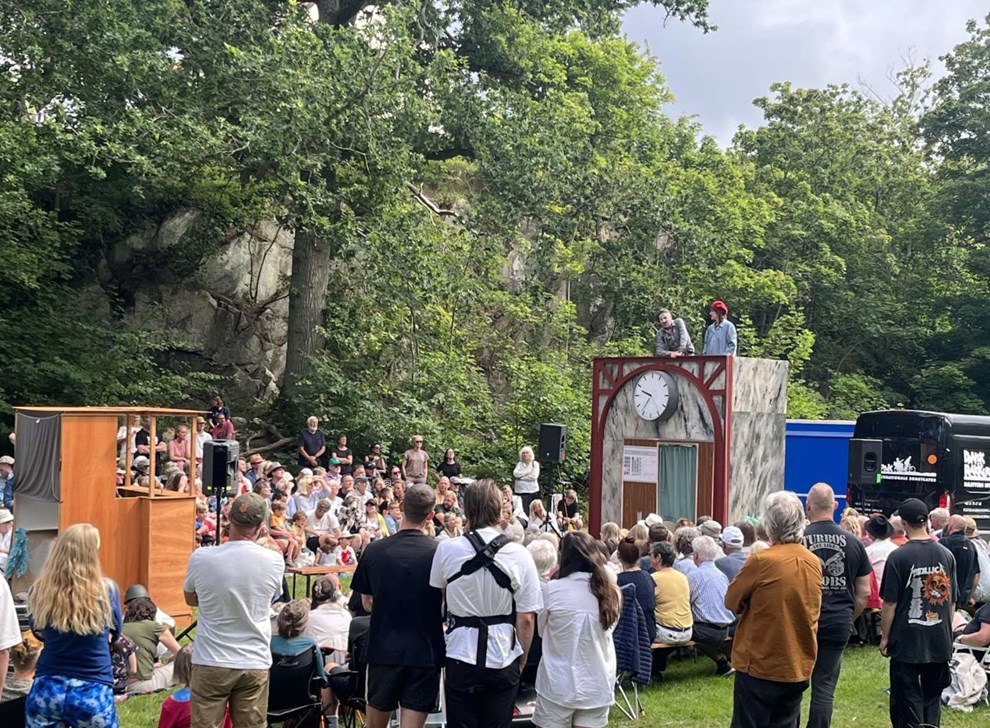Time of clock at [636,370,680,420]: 9:36
